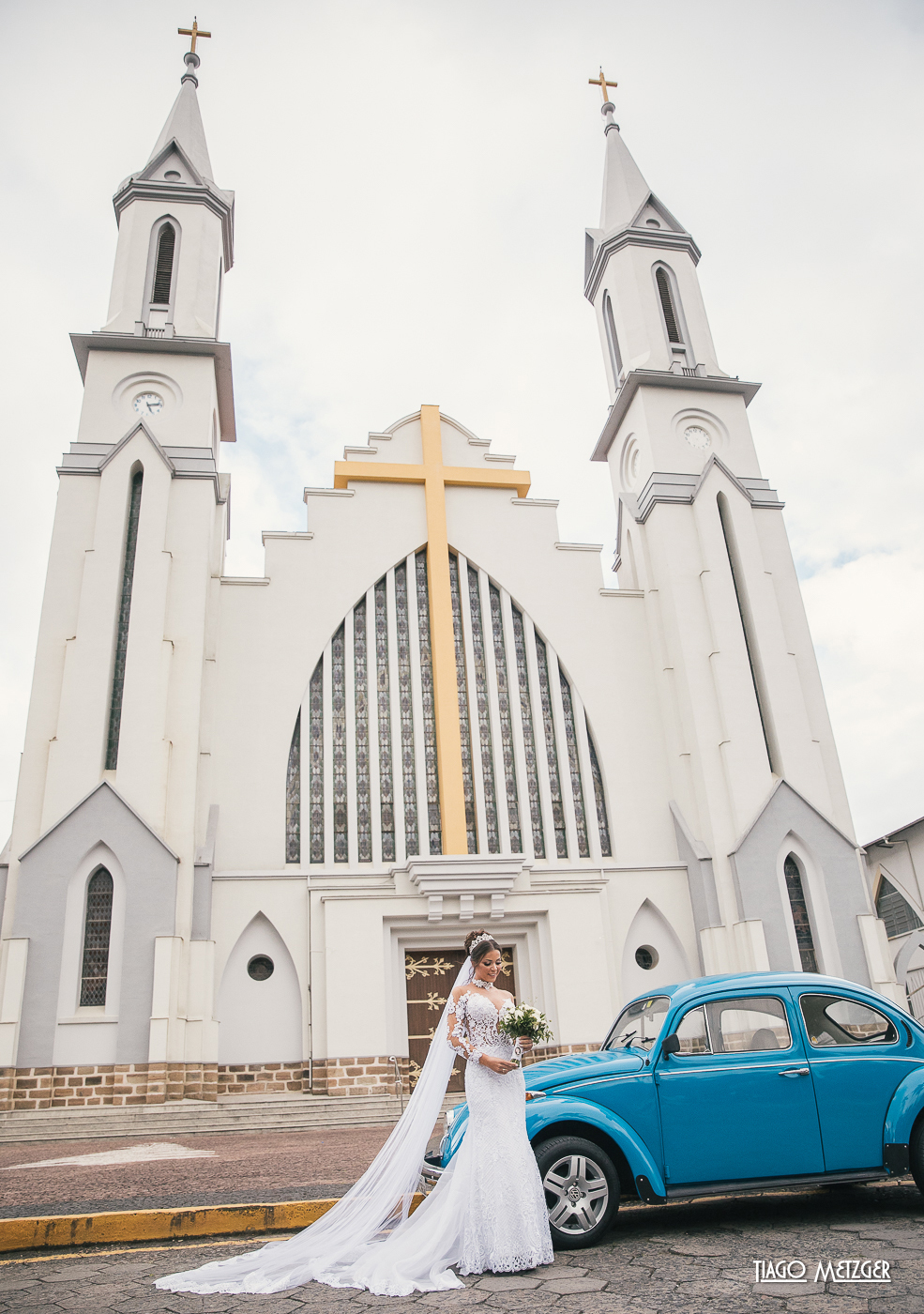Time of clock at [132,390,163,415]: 5:13
